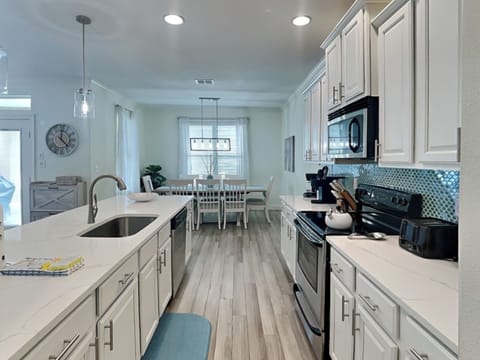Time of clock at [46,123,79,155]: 12:22
